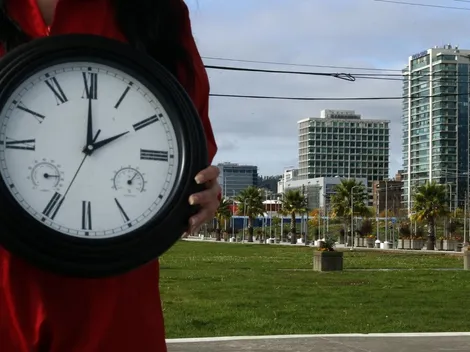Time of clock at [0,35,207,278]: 2:00
